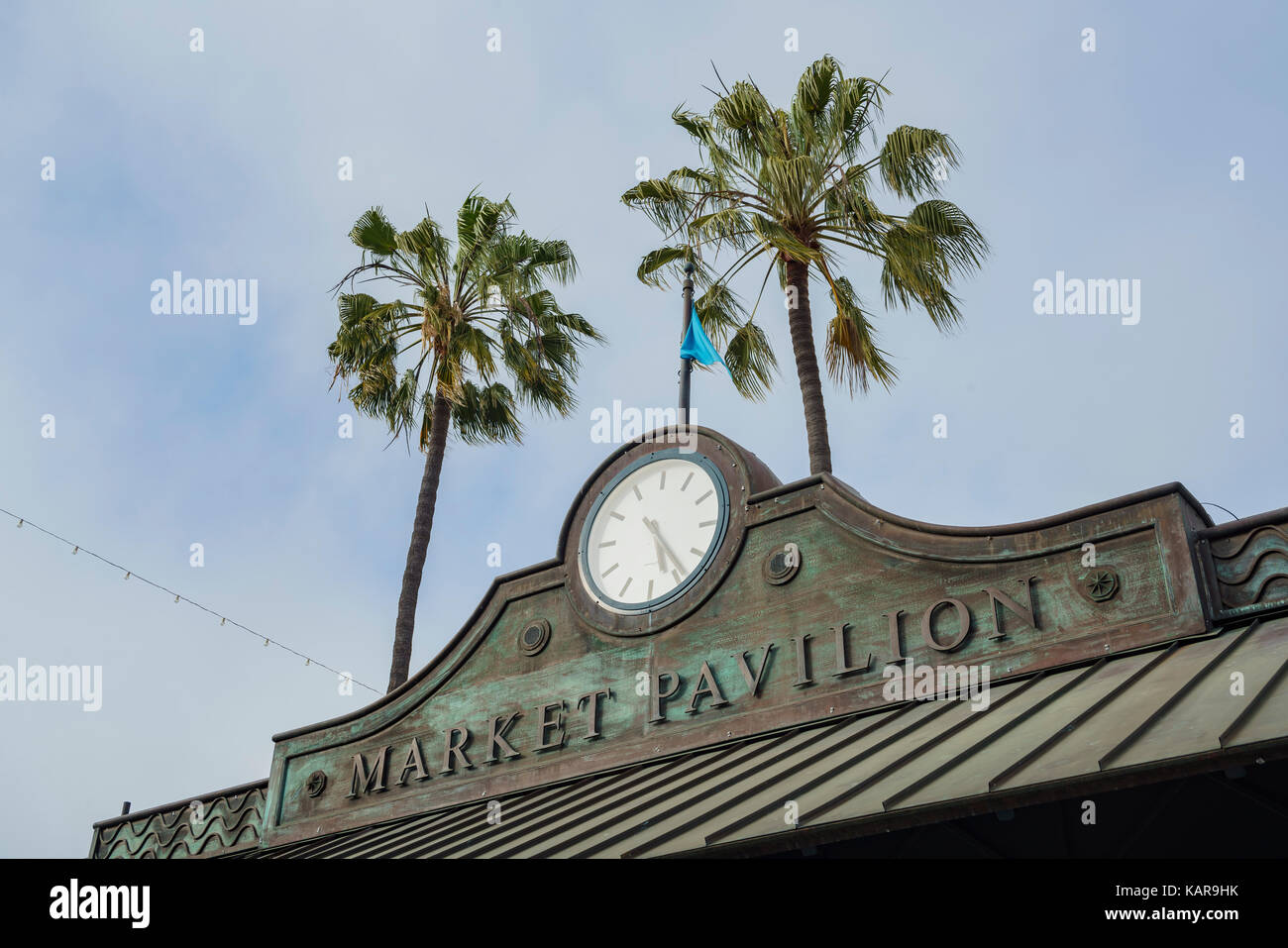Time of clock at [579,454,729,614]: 5:23
